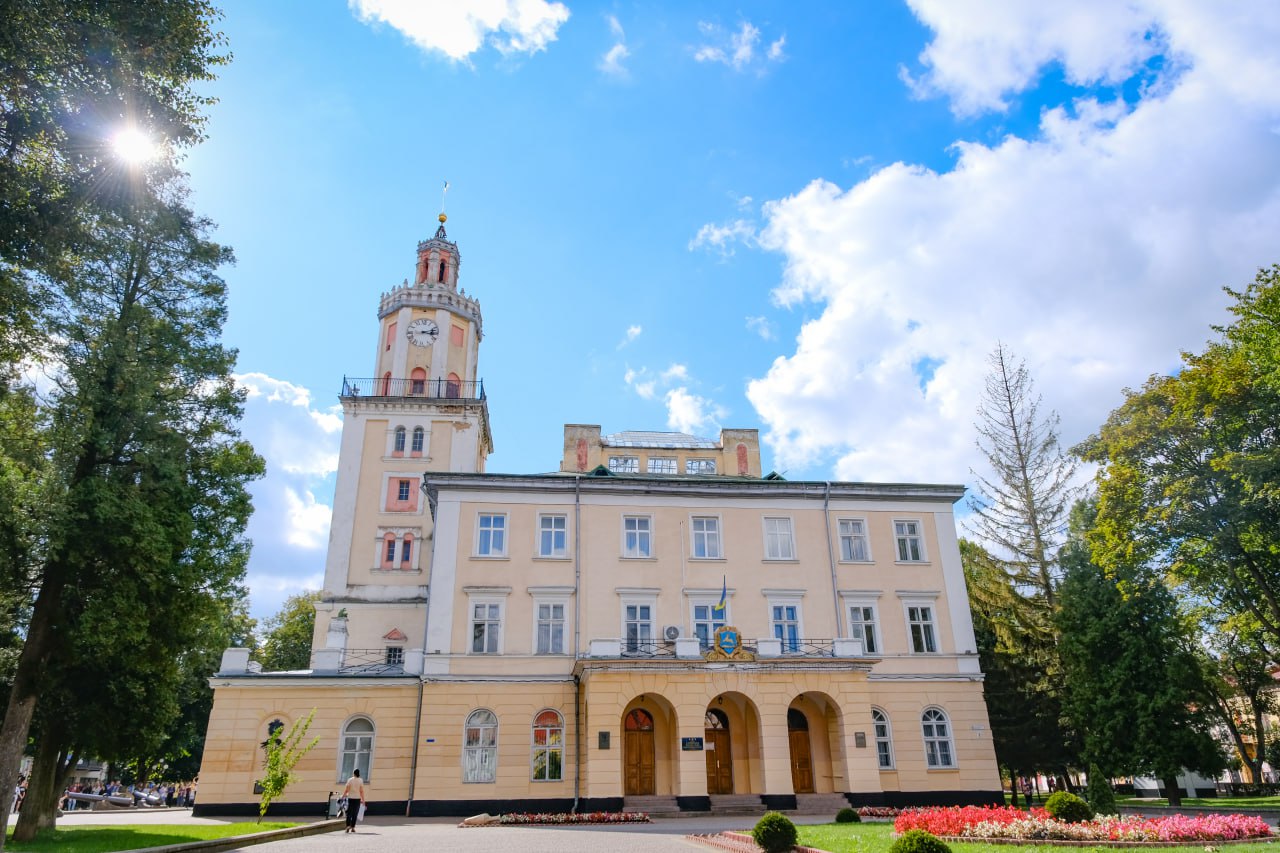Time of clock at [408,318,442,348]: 3:12
